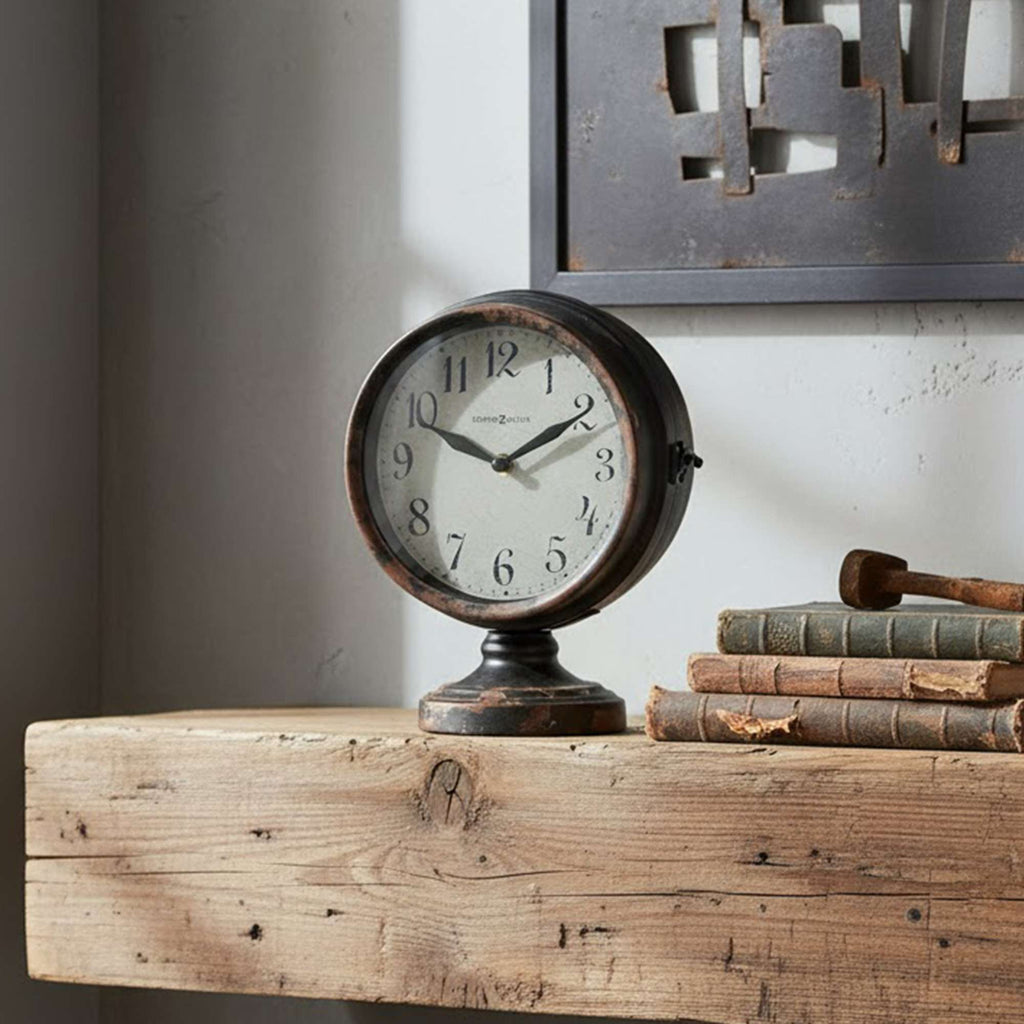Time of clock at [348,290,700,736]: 1:49
